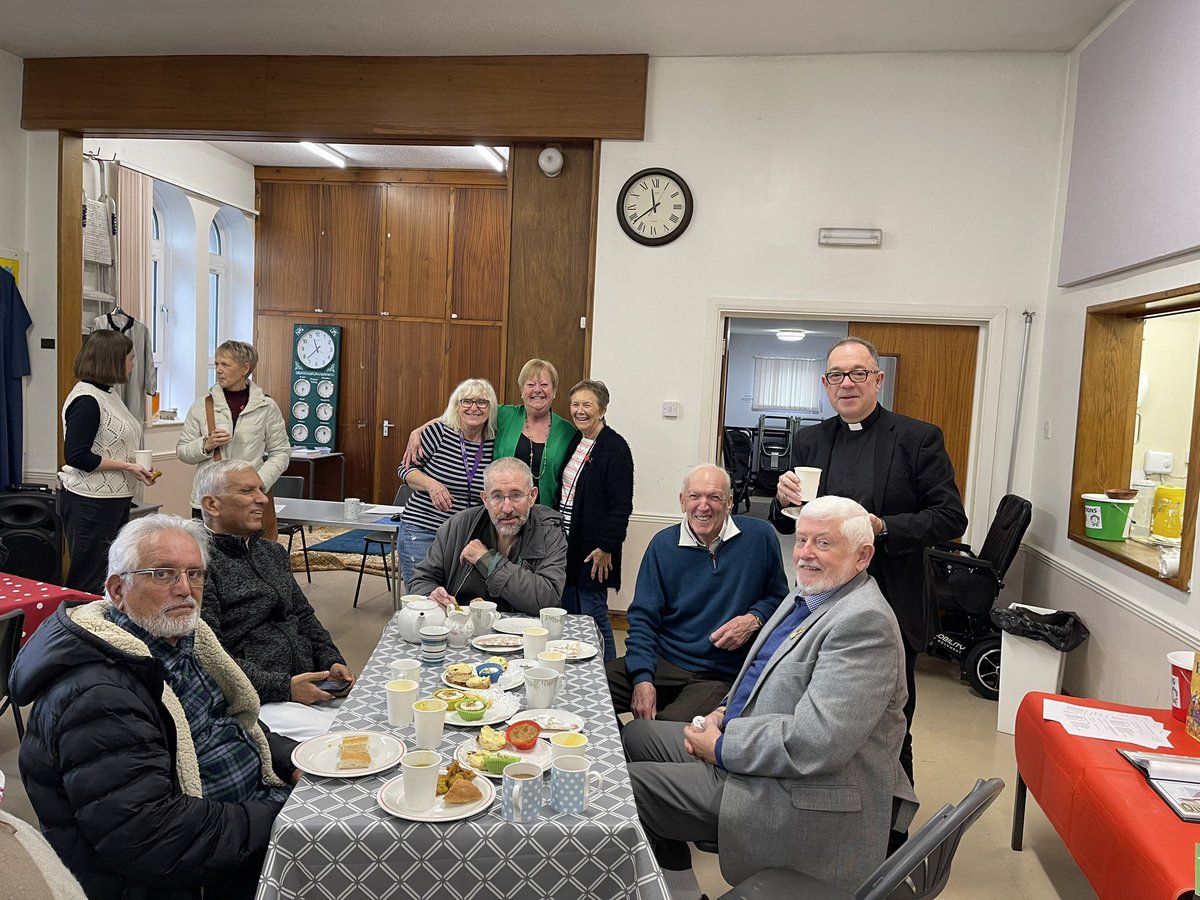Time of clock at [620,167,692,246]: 11:38
